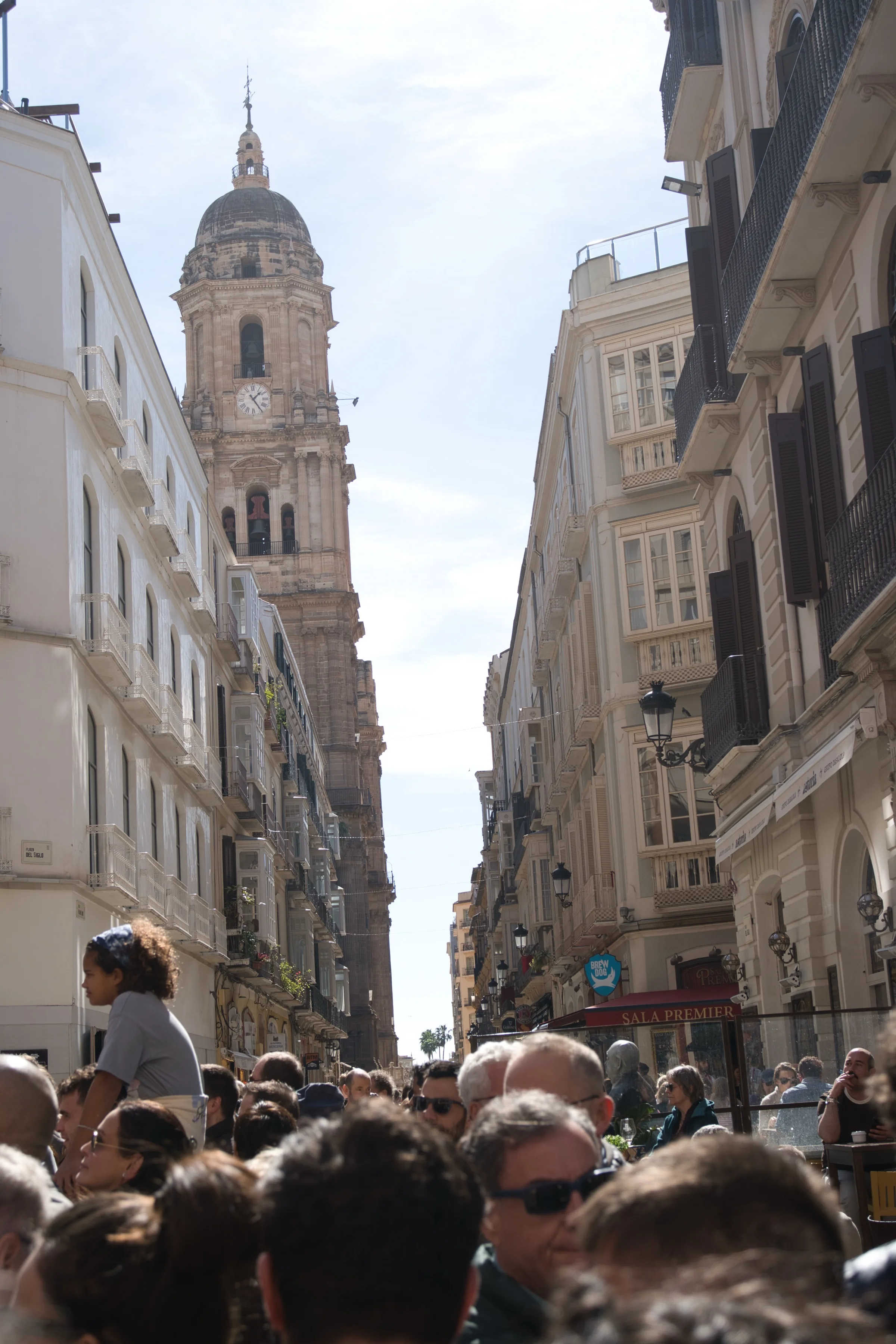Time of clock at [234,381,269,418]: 1:24
